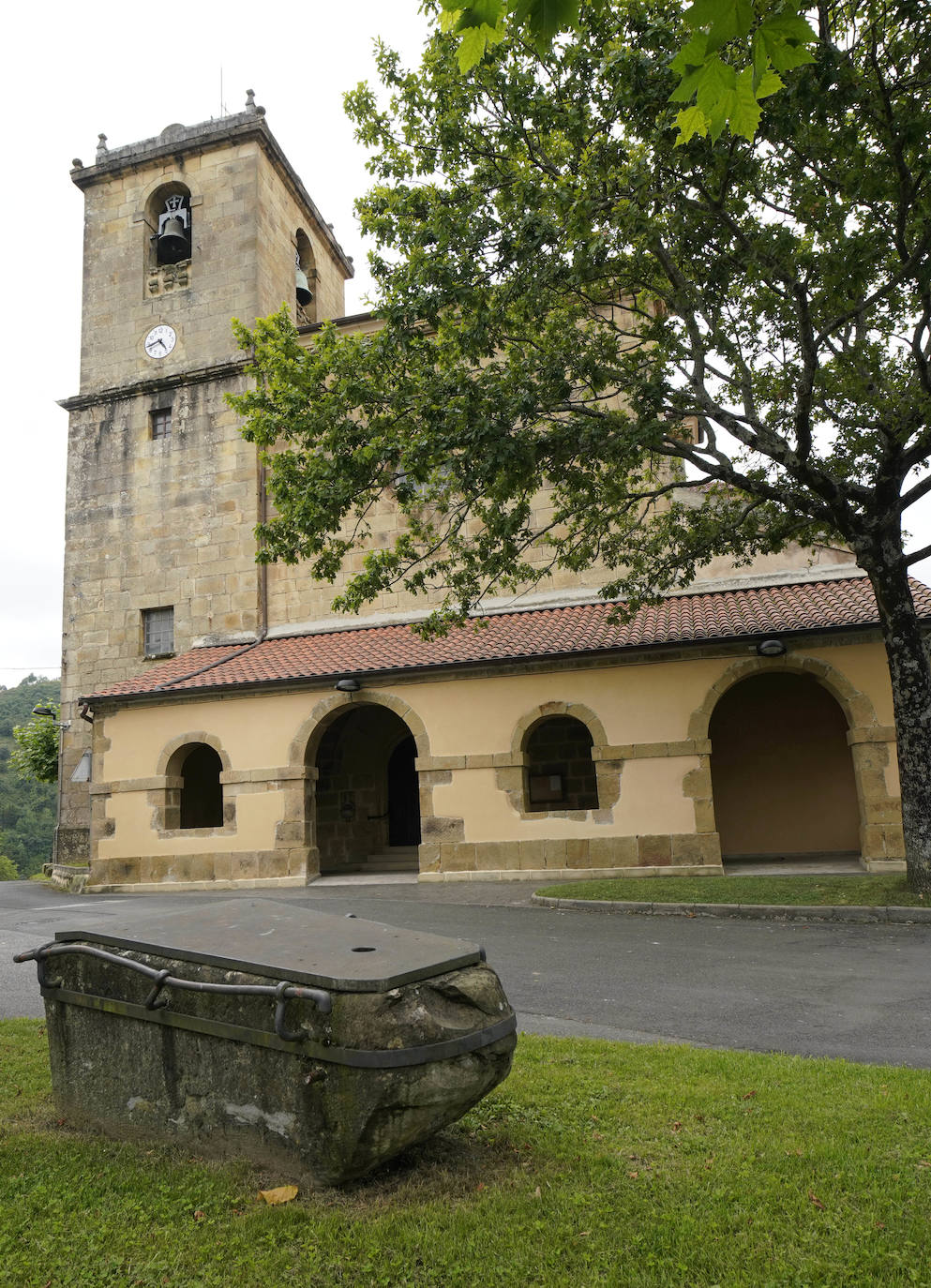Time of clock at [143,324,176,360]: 4:42
